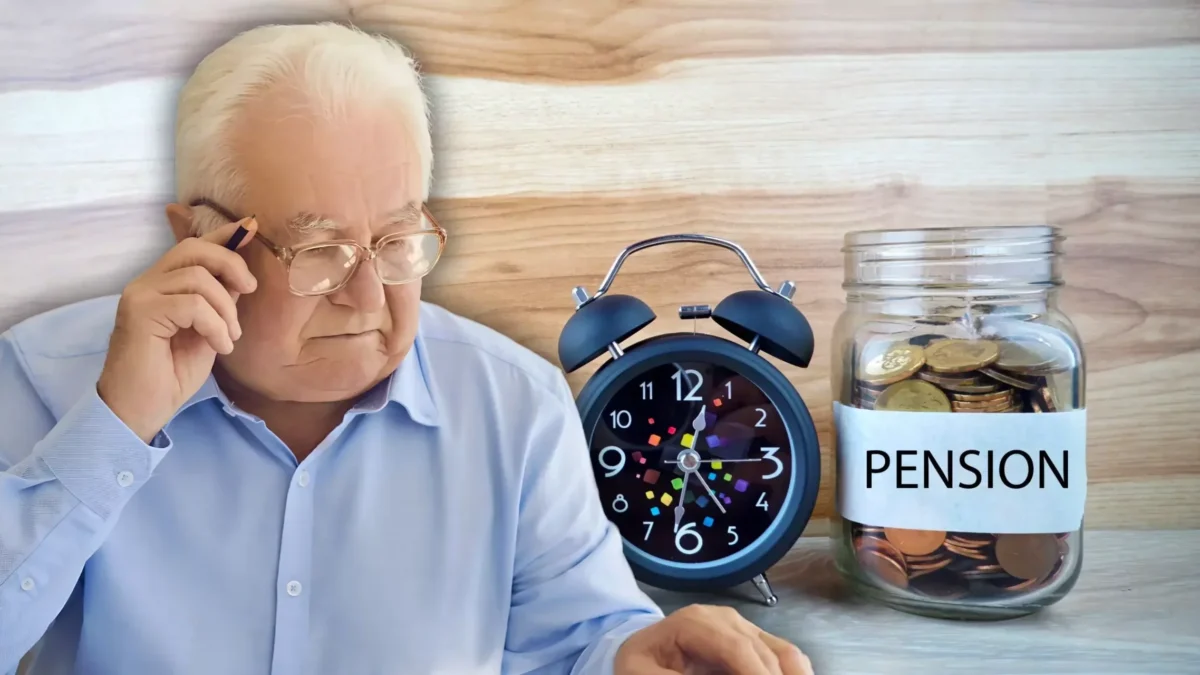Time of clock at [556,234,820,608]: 12:32
